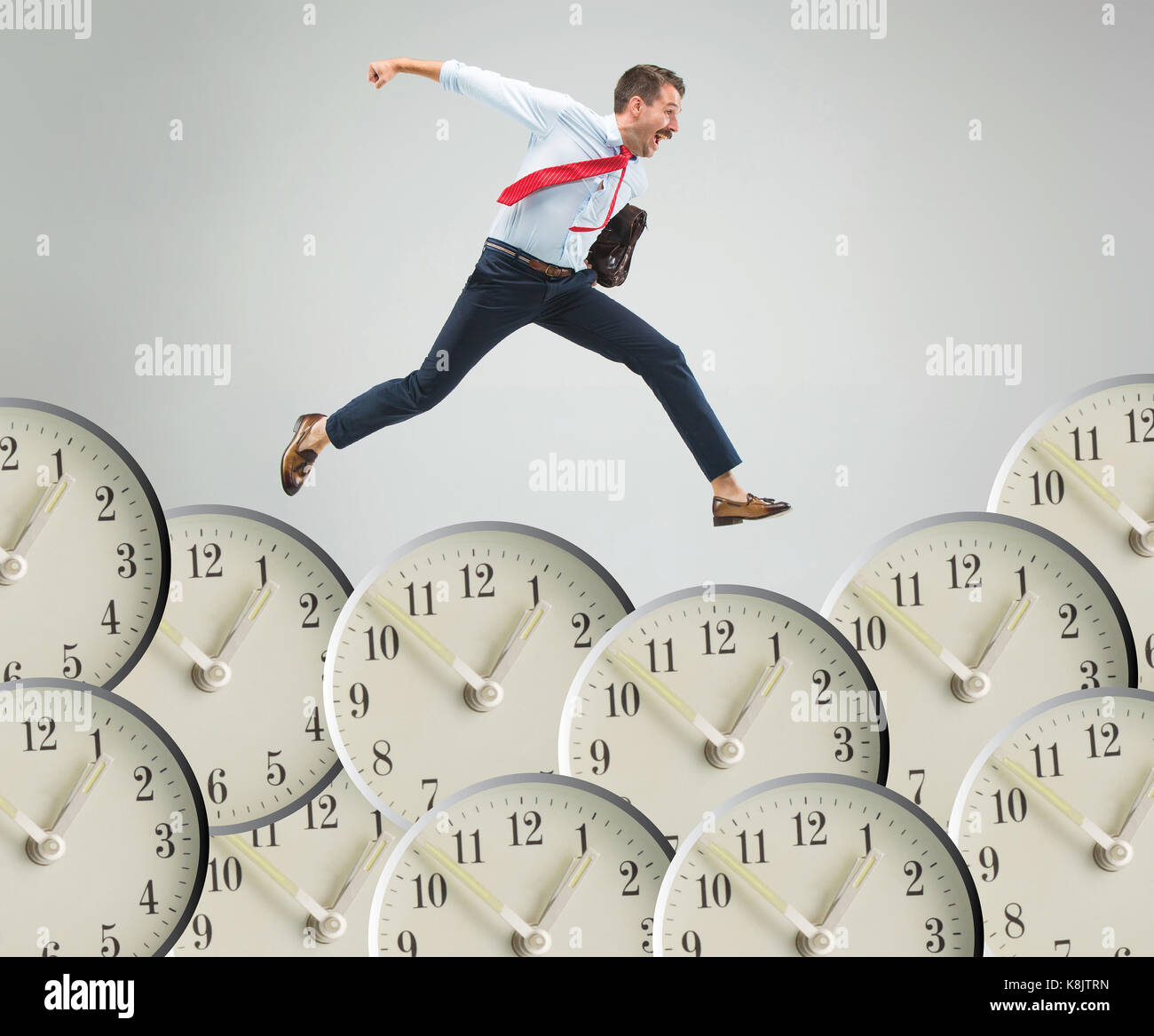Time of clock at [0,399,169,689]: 1:06
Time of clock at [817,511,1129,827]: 1:05
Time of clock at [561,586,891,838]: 1:05
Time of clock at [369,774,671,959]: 12:52
